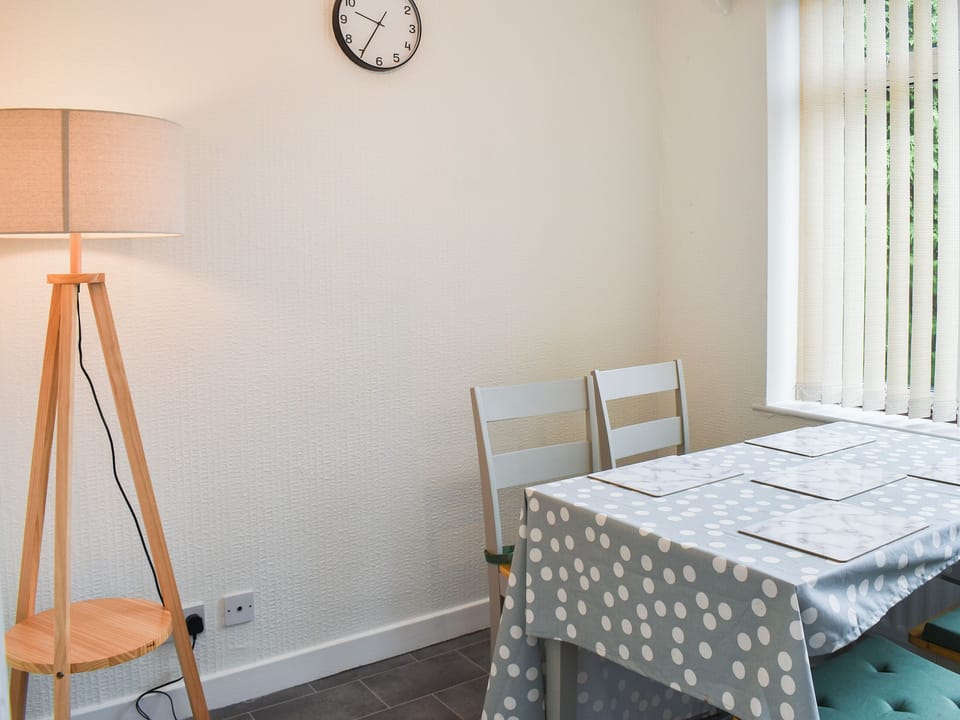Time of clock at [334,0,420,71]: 9:35
